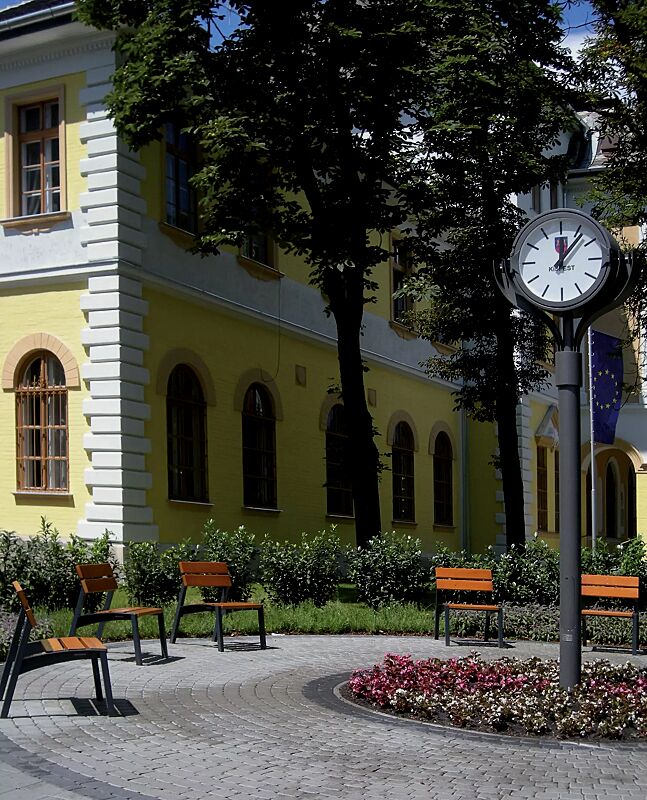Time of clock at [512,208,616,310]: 12:06
